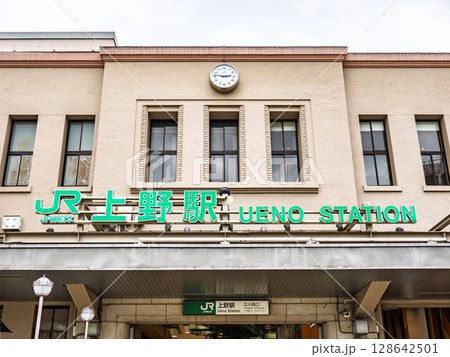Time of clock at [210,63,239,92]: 2:46
